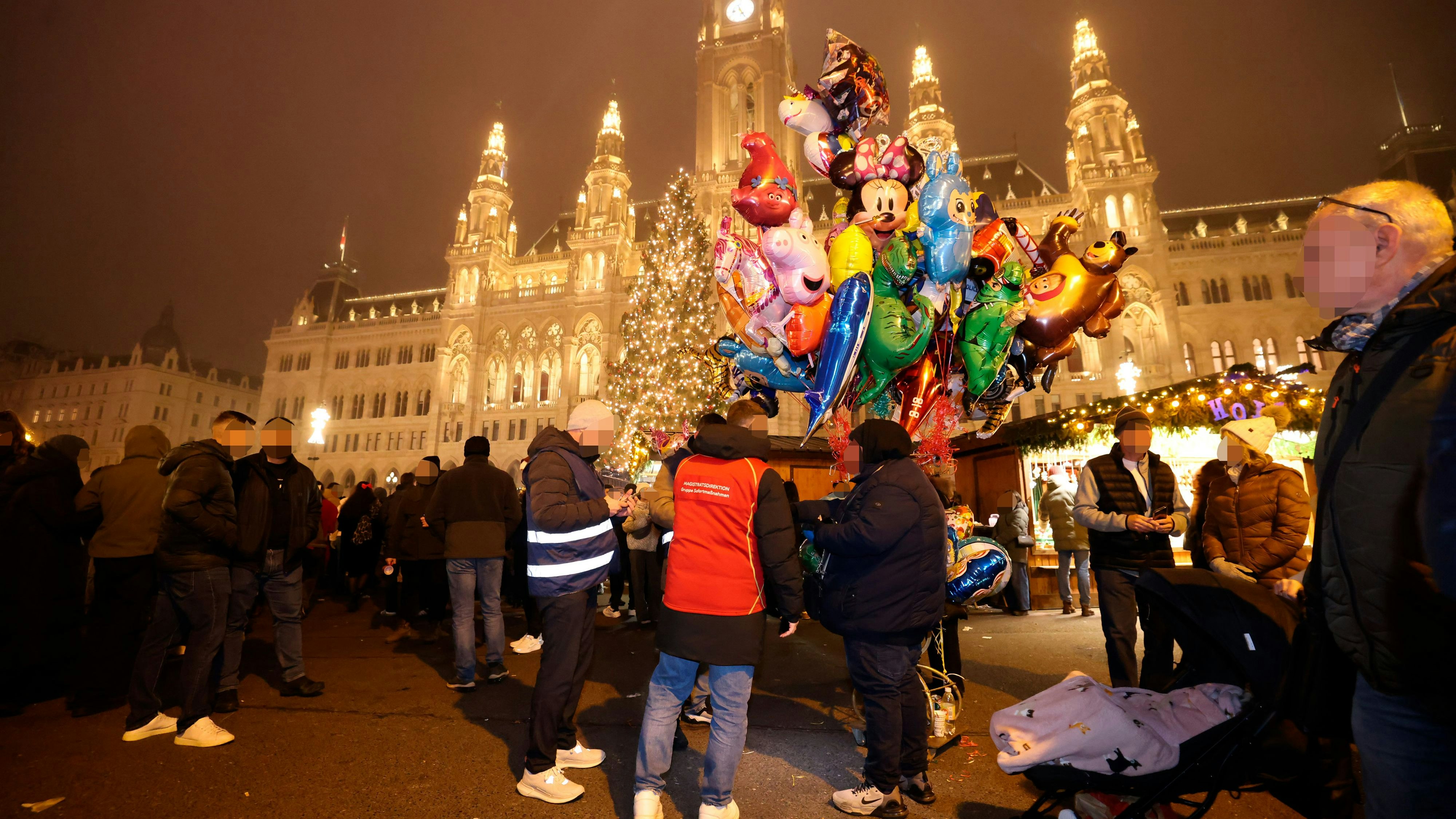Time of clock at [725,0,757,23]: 11:25
